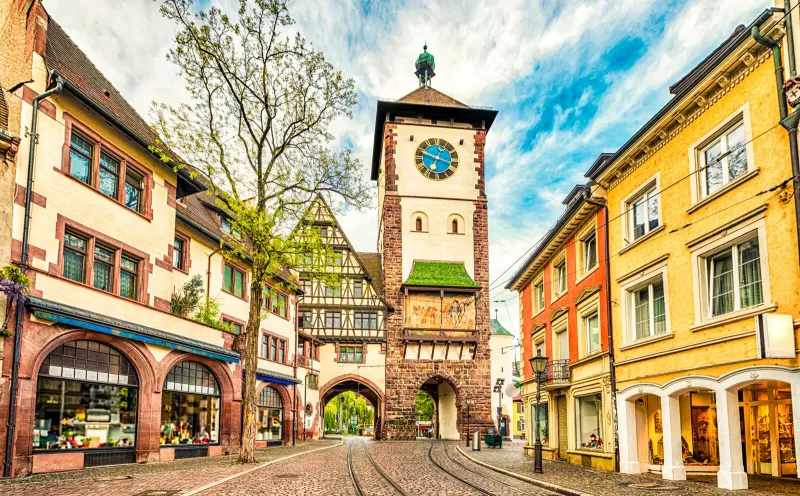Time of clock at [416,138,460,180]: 6:48
